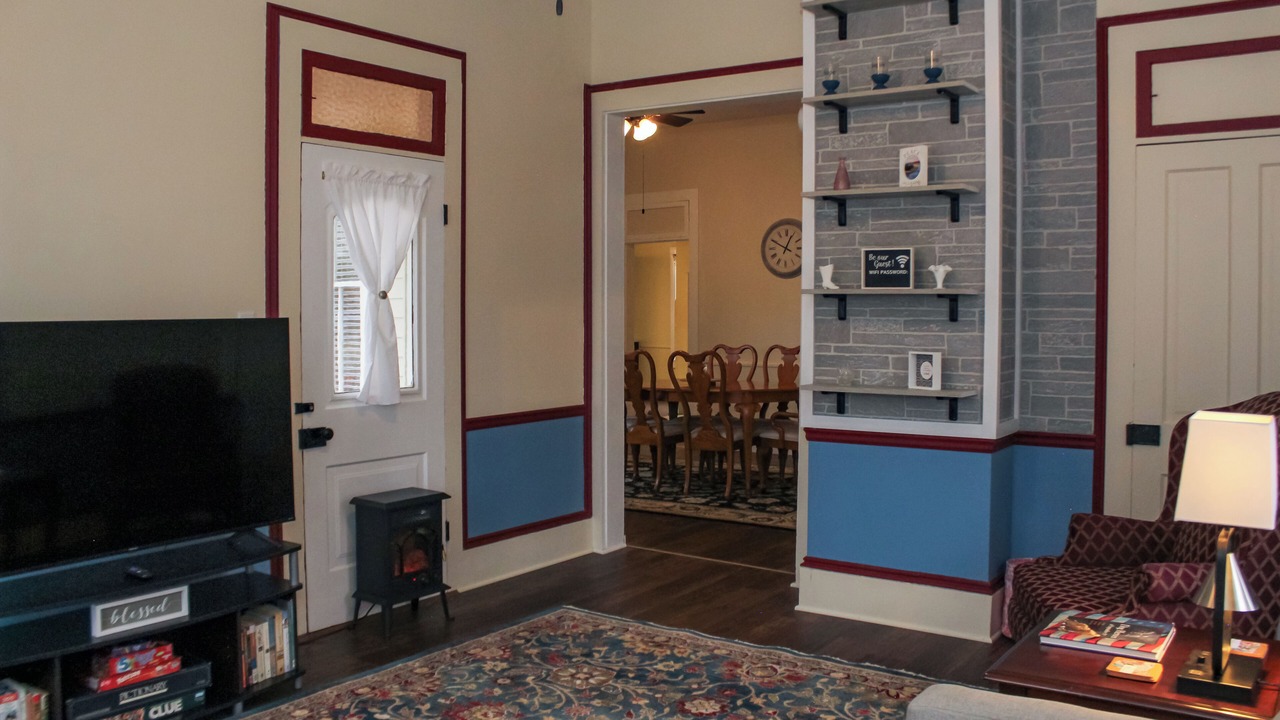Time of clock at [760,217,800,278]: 12:49
